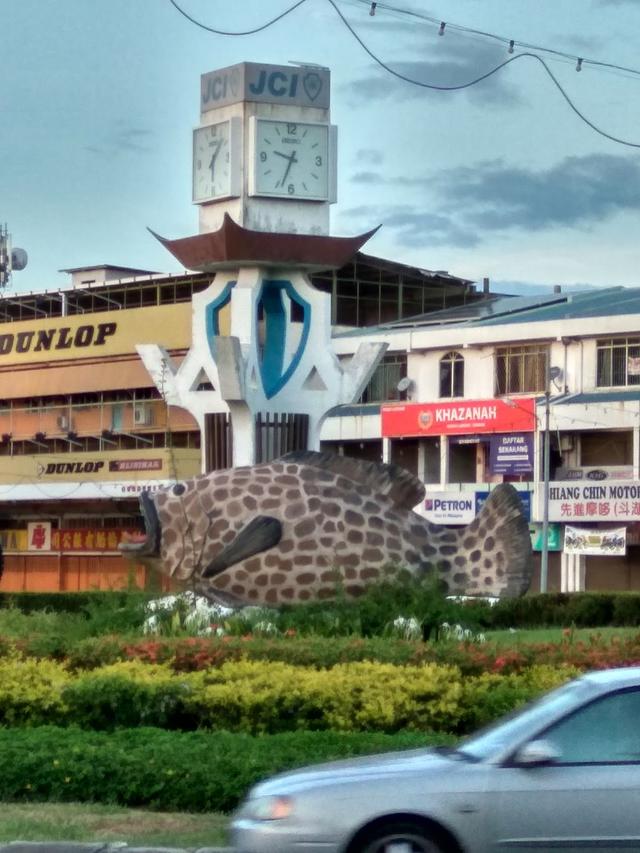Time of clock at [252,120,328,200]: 9:33
